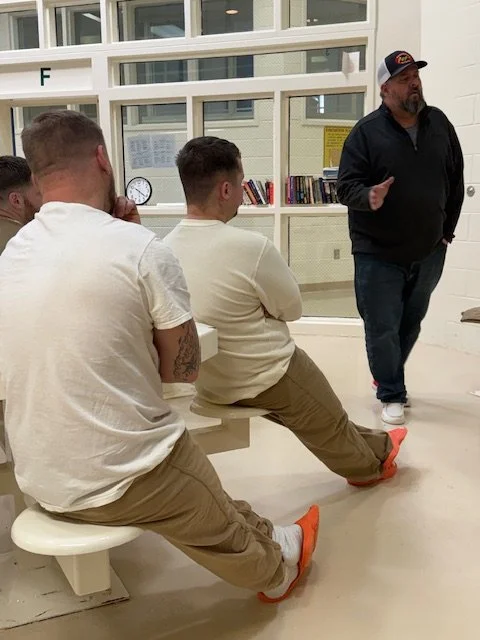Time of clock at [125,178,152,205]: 4:21
